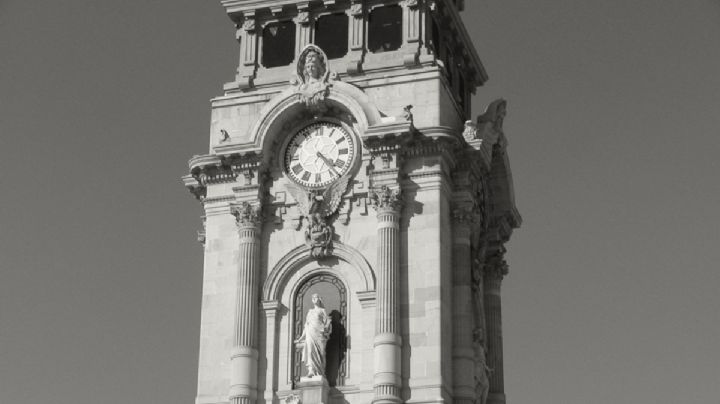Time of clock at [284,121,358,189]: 4:22
